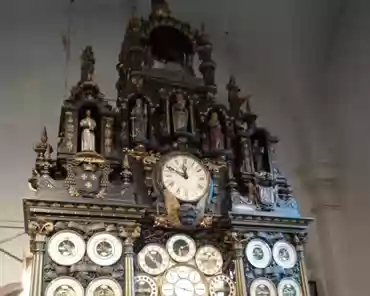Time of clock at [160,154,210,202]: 11:49
